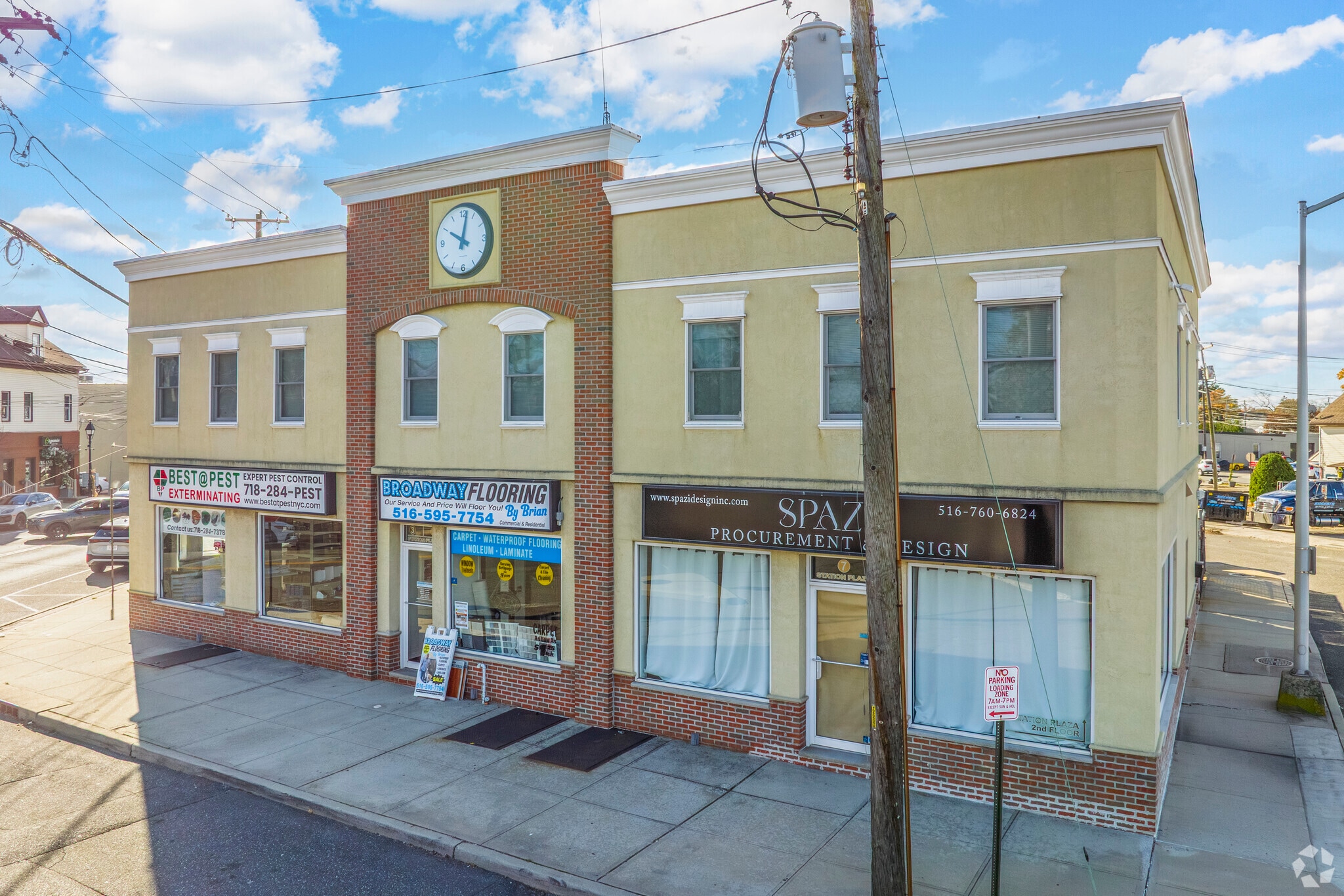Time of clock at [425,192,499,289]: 10:01
